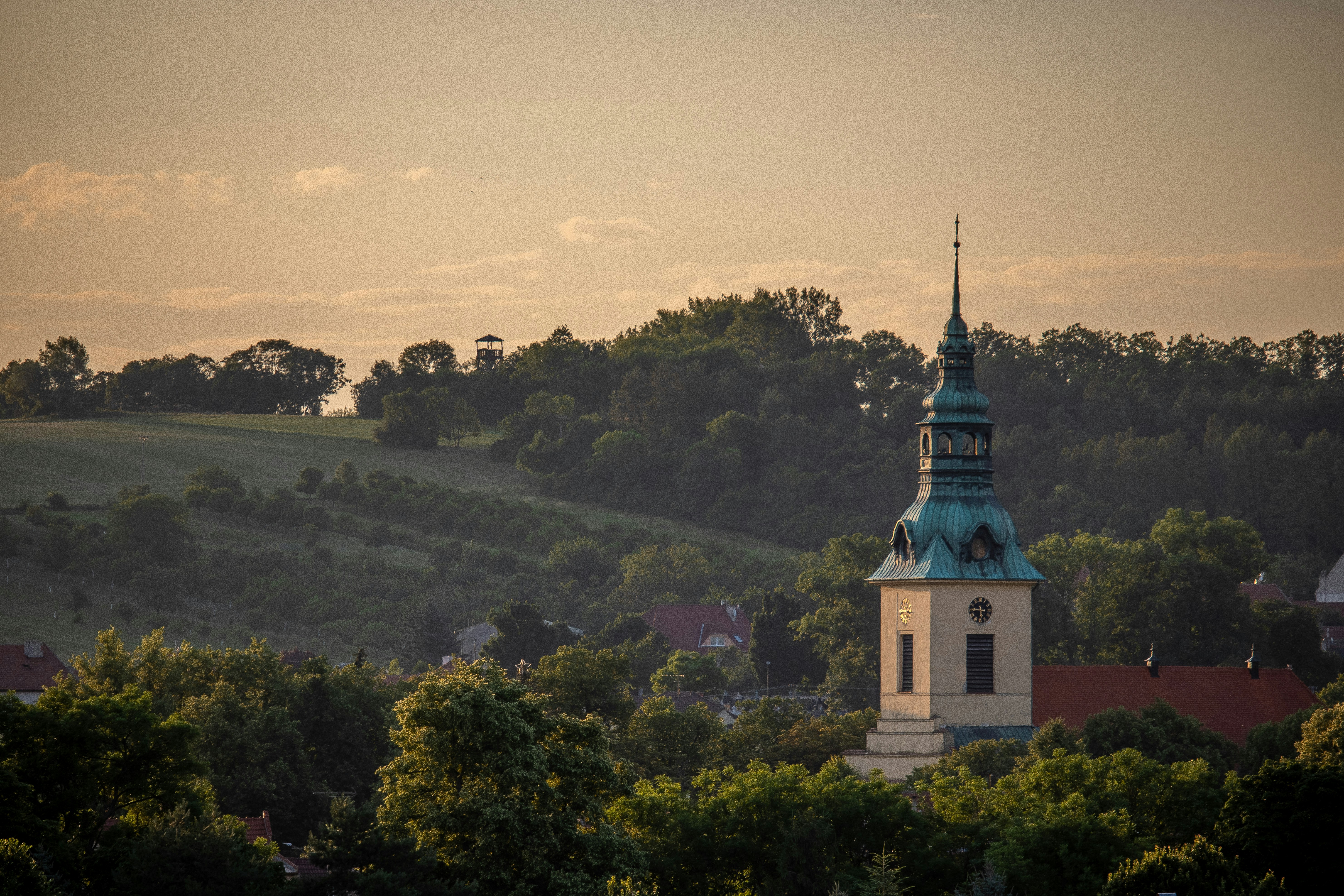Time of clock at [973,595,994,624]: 5:45
